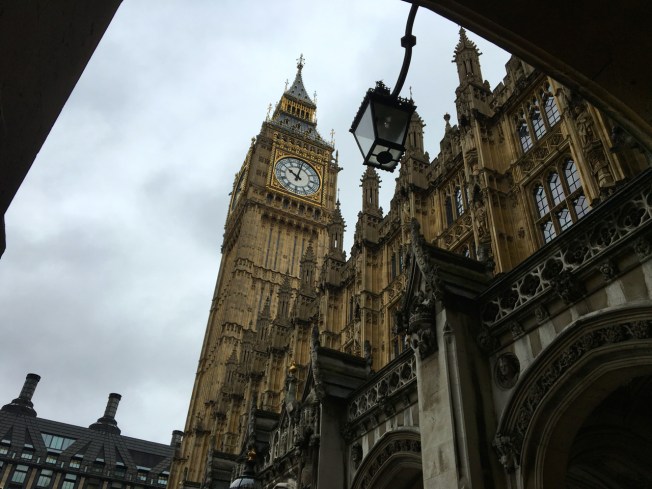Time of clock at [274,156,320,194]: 10:02
